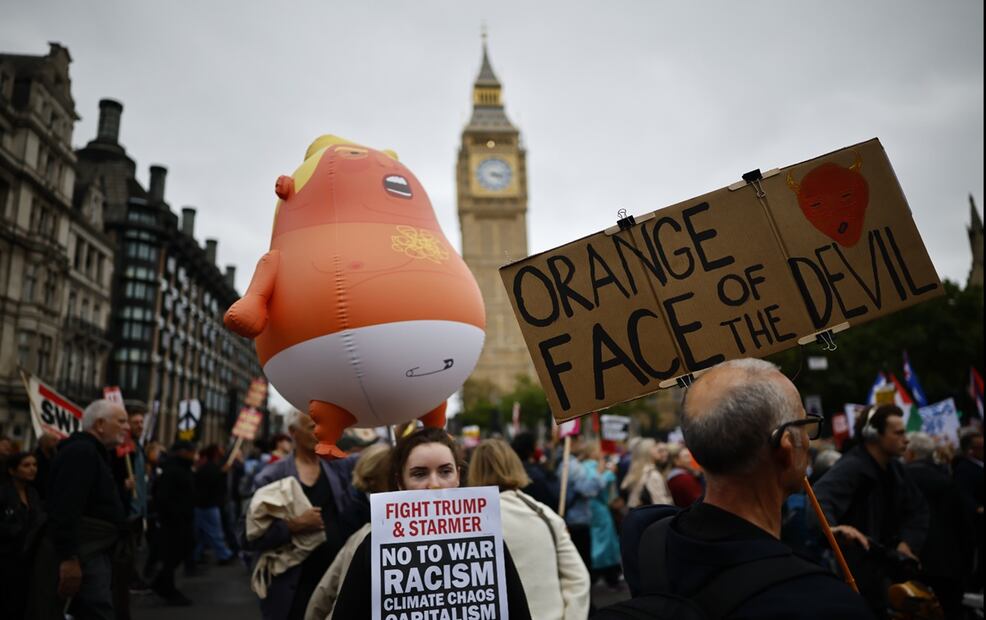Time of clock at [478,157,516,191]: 4:14
